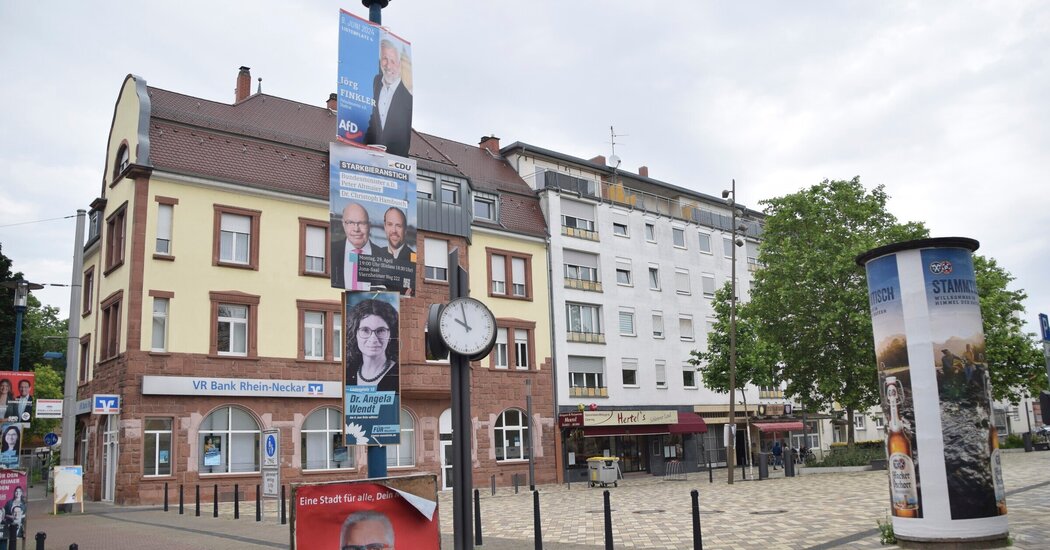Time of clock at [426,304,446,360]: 9:58
